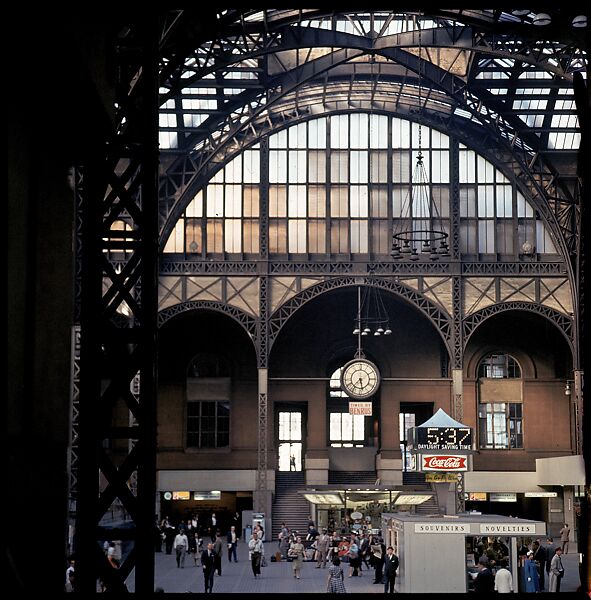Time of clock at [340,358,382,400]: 5:36
